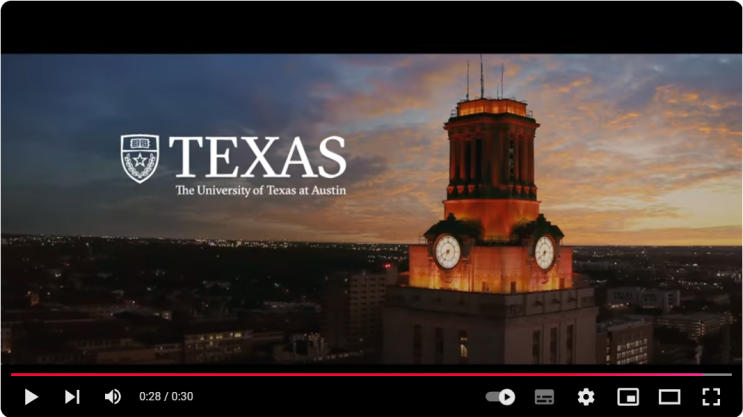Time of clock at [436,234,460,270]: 6:40
